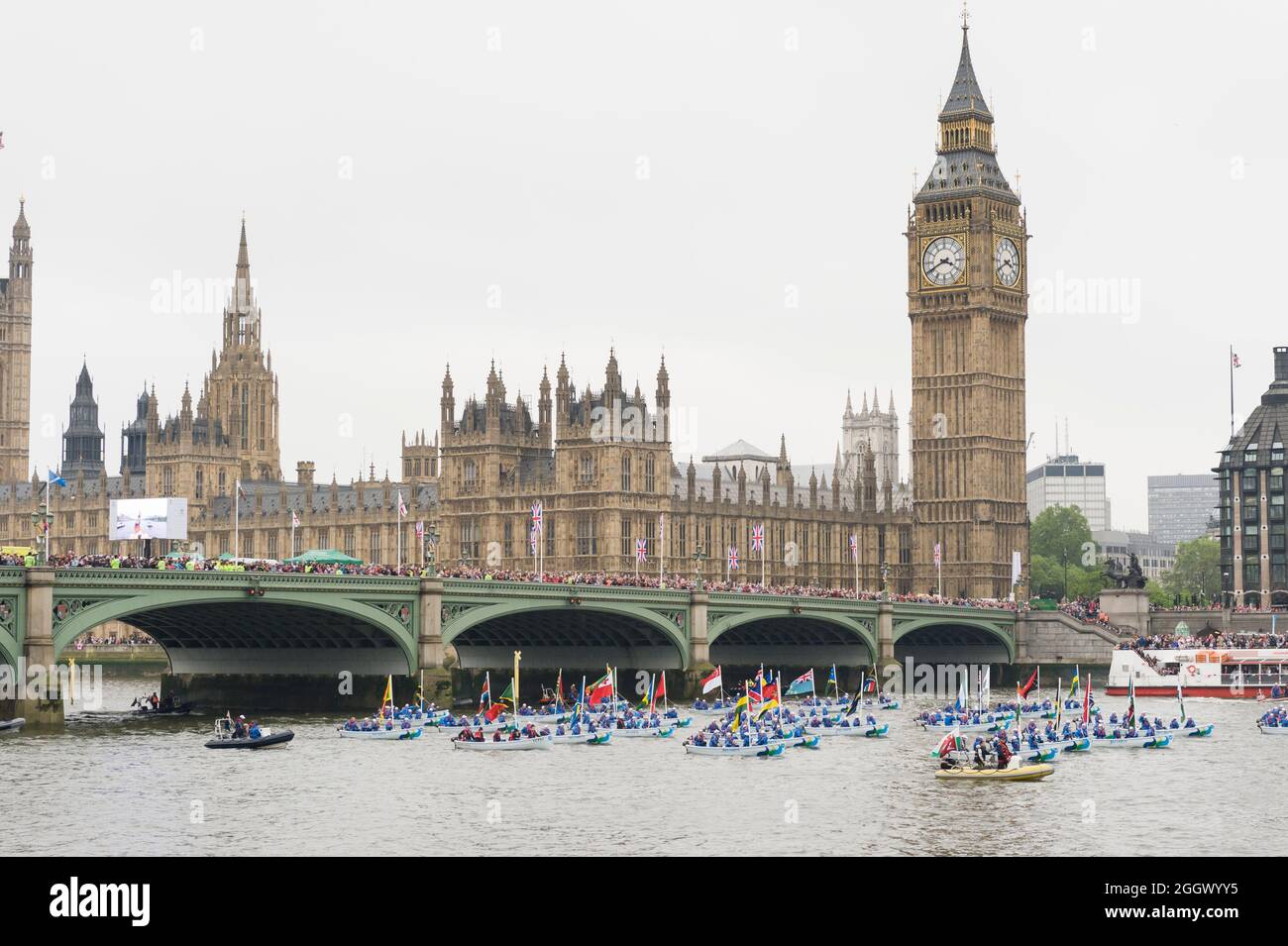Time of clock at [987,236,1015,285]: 3:40
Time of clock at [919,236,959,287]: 3:40
